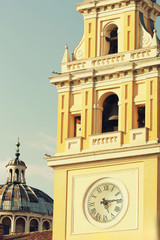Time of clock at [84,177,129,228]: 5:14
